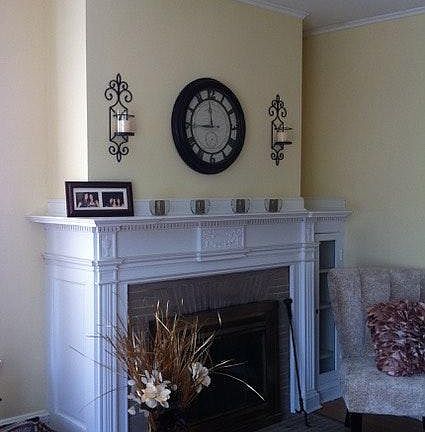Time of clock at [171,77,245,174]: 11:44
